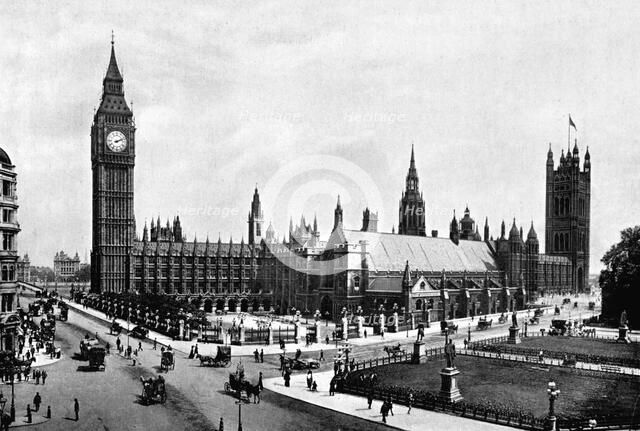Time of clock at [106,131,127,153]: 2:11
